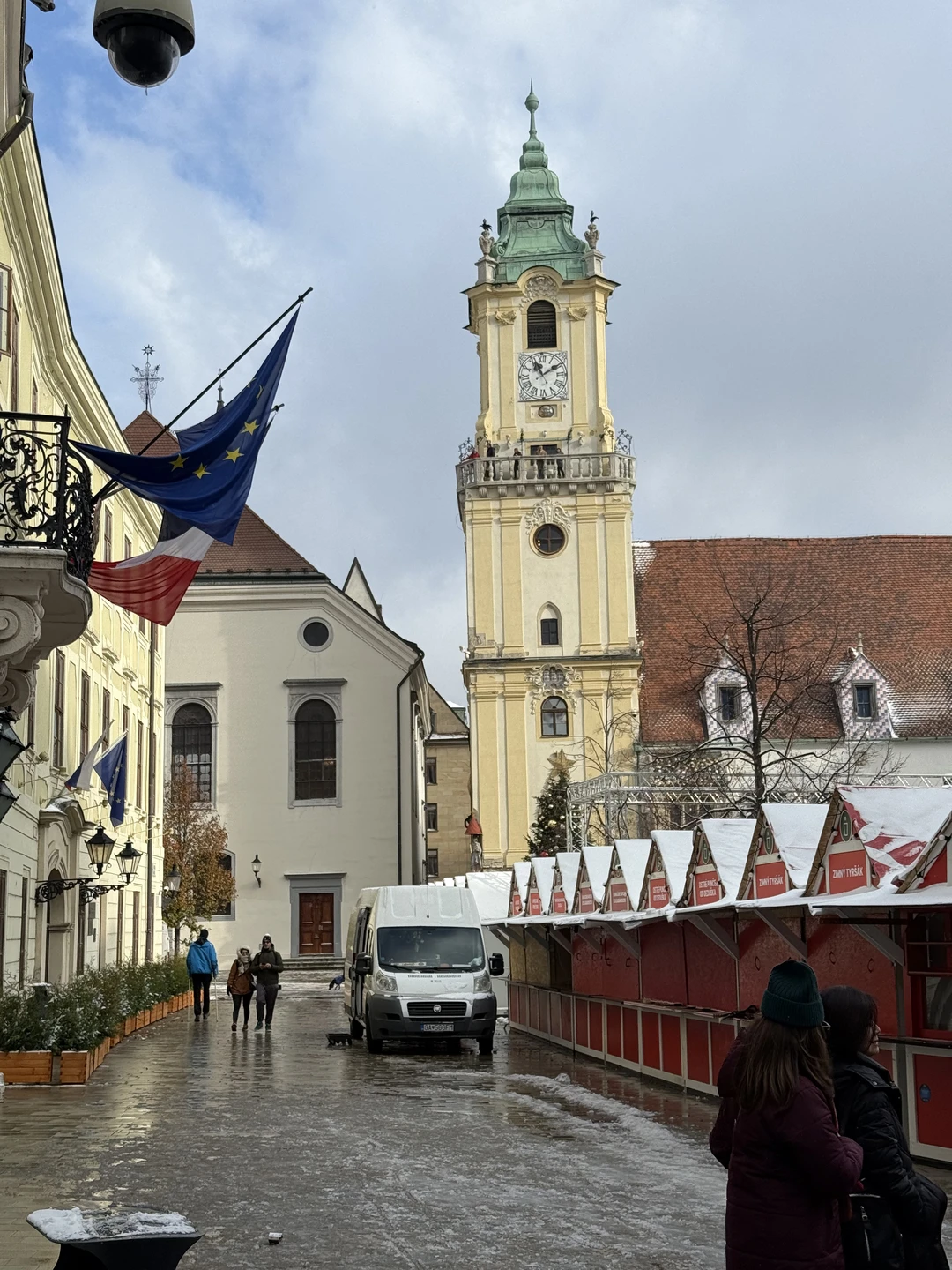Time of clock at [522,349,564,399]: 11:09
